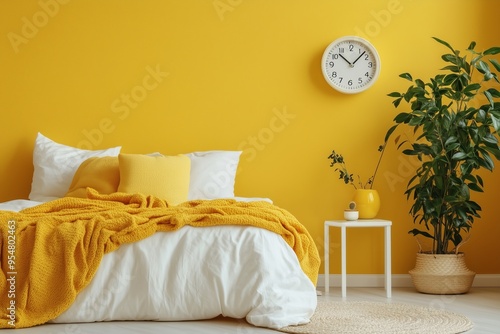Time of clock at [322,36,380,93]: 10:07
